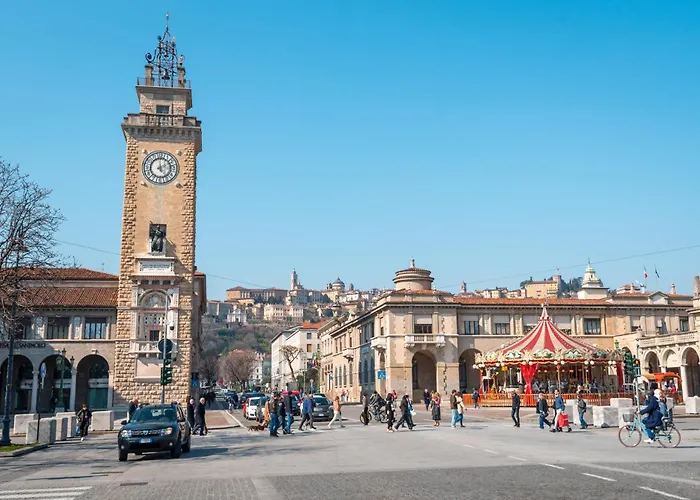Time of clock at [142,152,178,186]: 5:11
